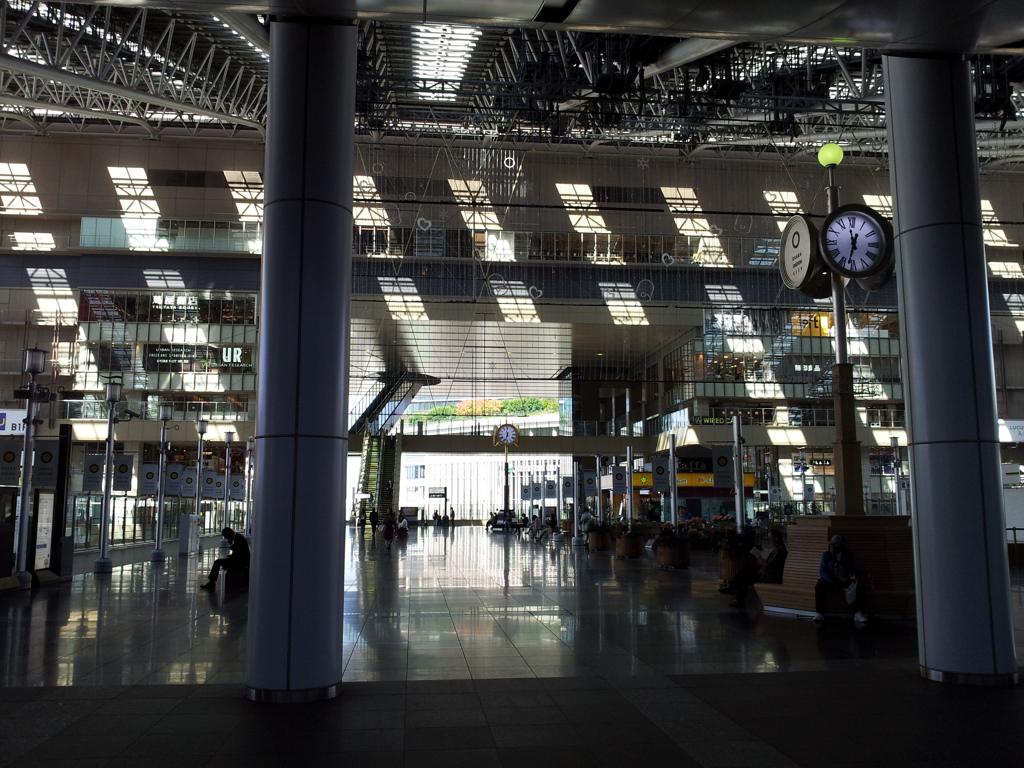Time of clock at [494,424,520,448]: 11:32
